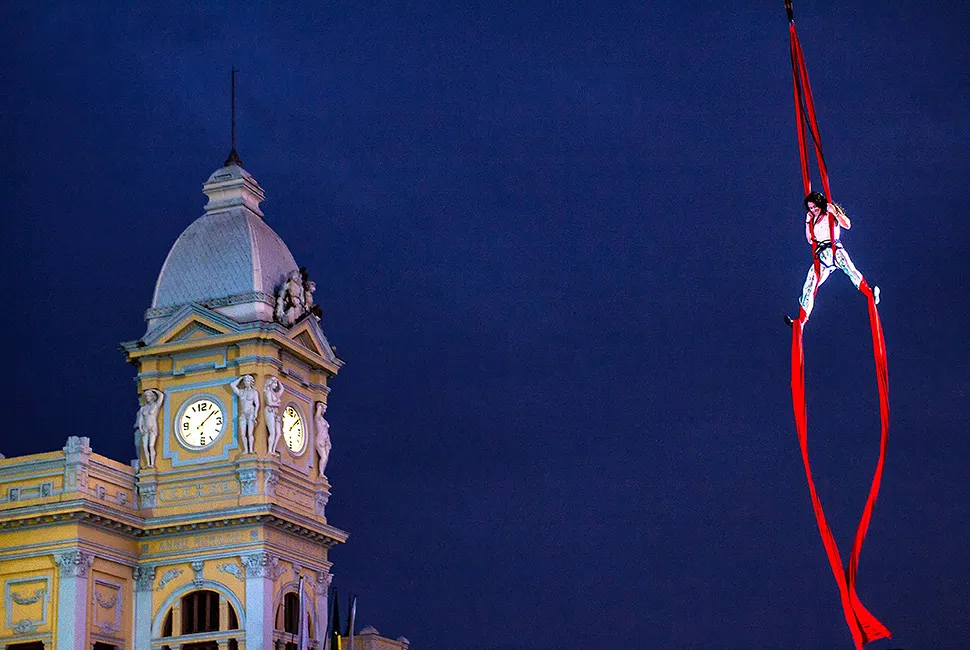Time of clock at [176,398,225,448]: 6:08
